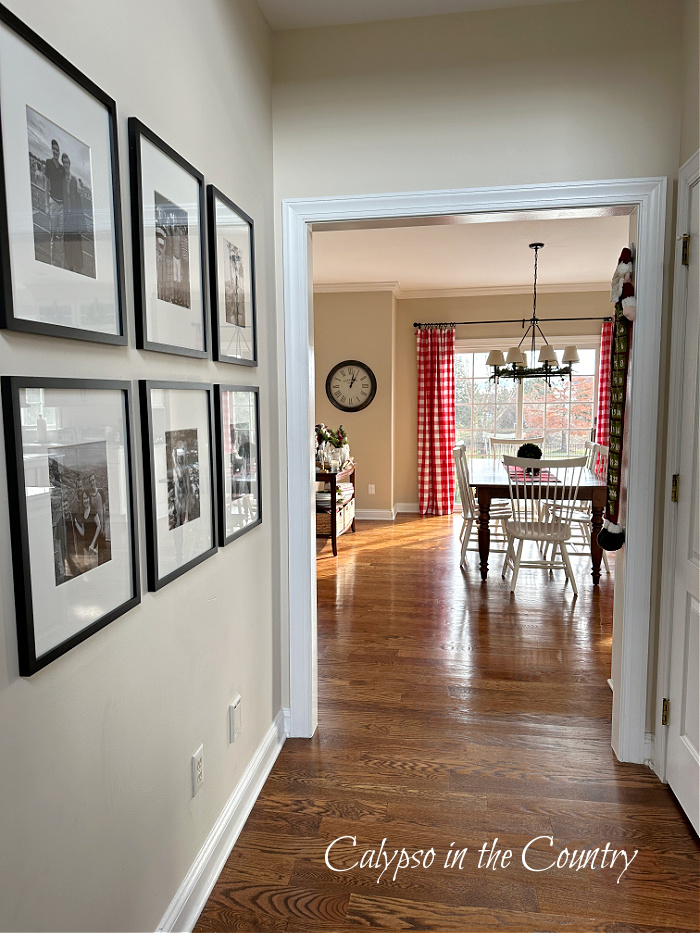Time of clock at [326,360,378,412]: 1:02
